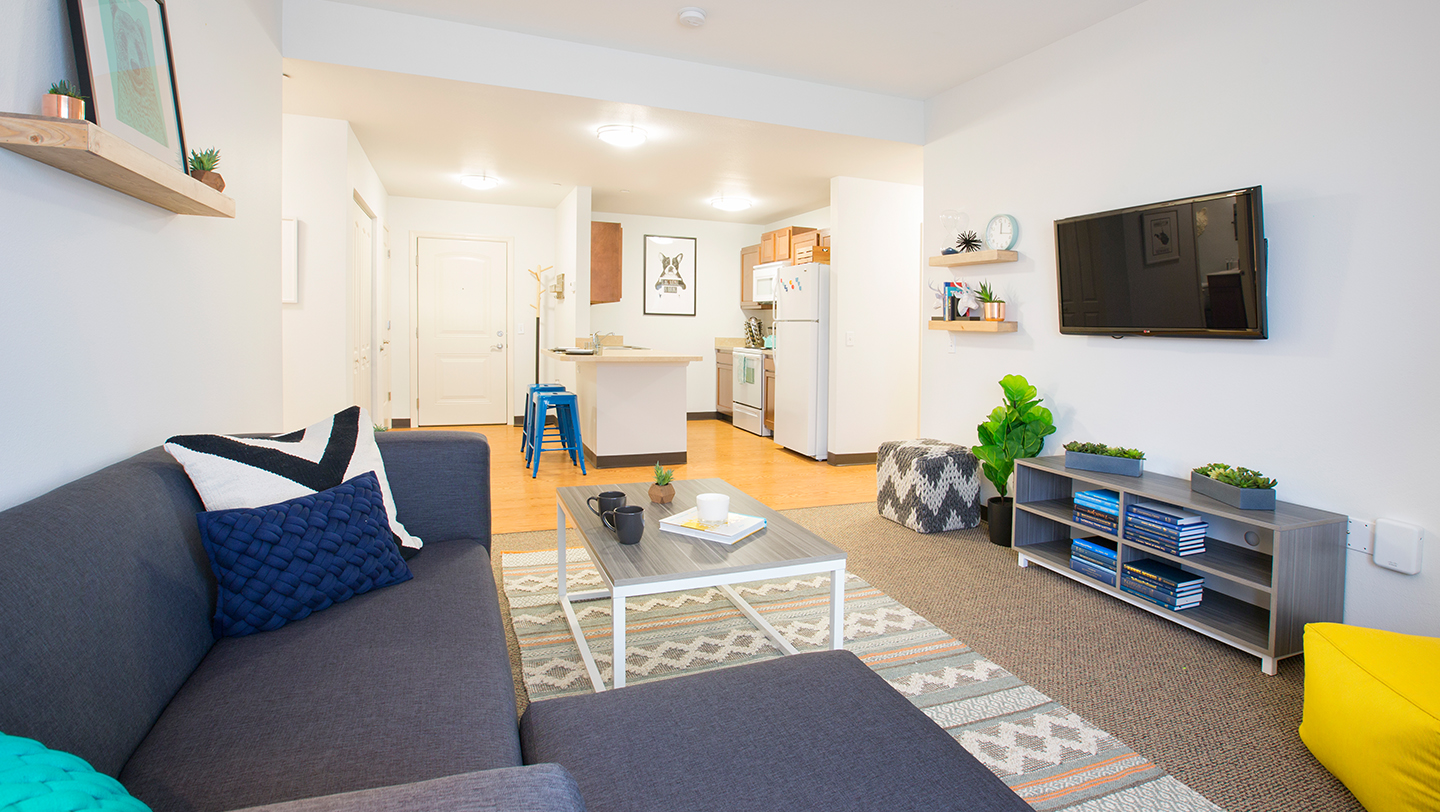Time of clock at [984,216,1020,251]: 12:17
